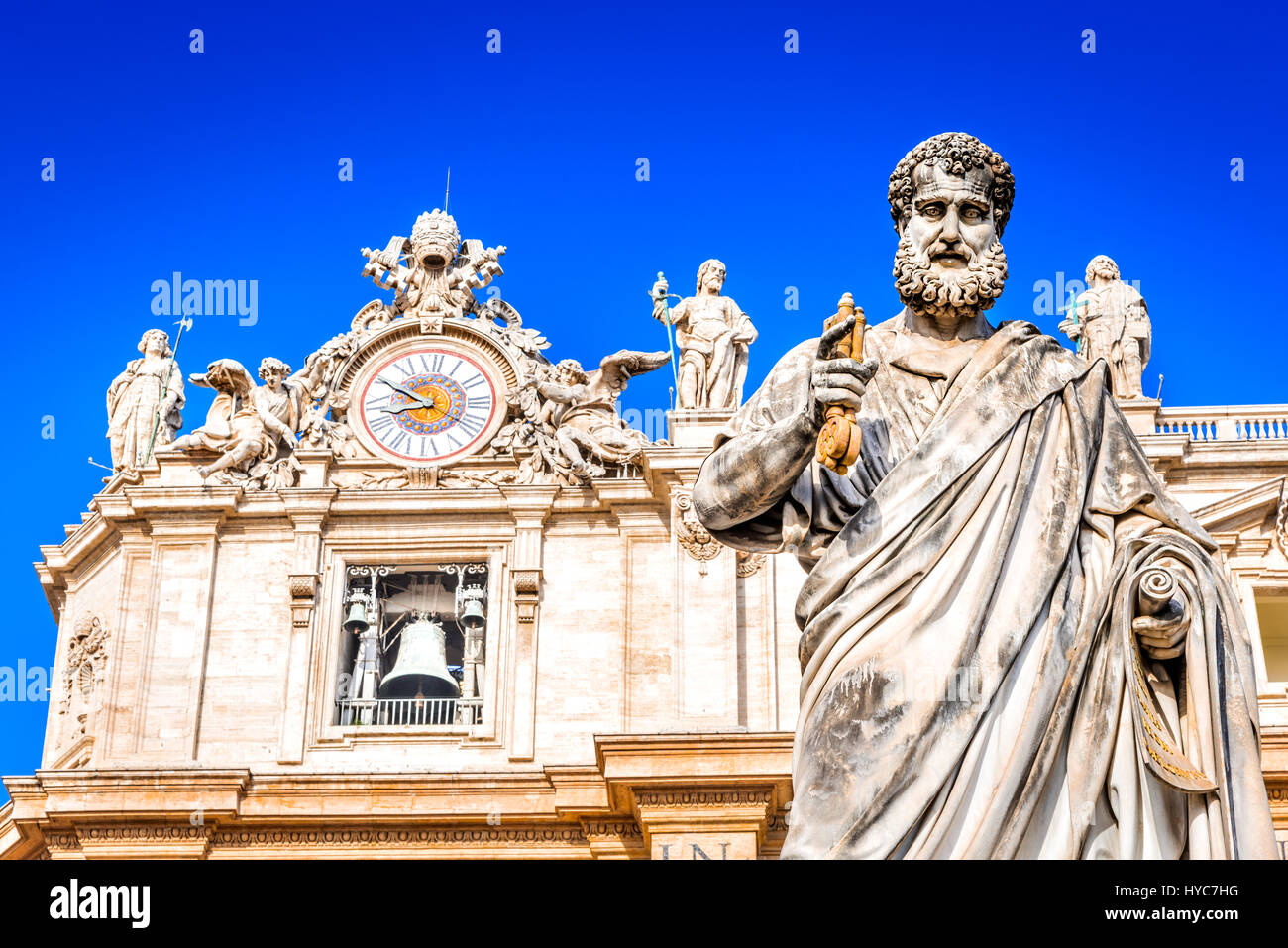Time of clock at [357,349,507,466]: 8:50
